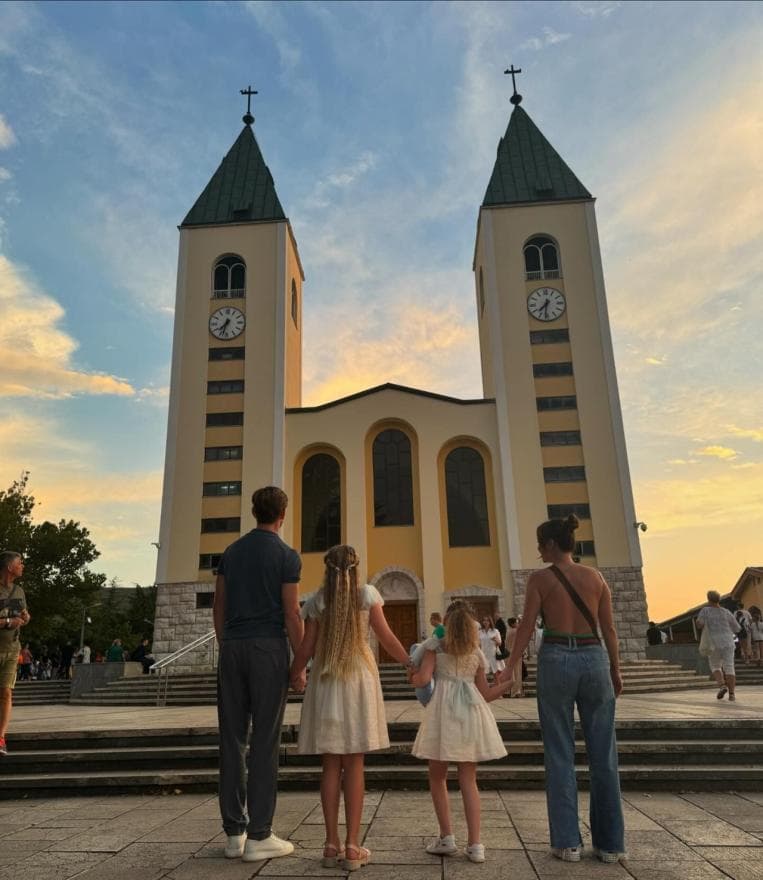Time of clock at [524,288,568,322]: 7:31
